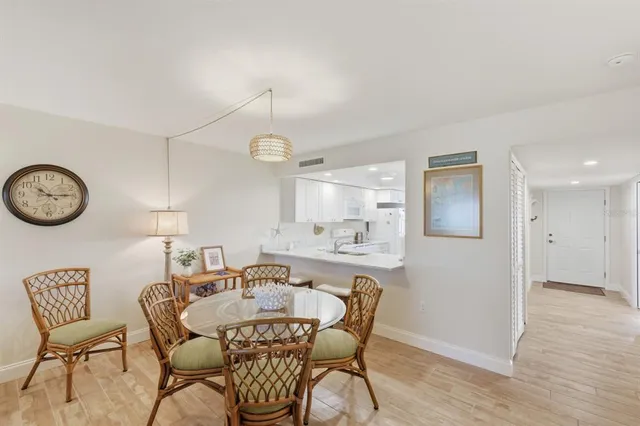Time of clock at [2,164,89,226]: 10:14
